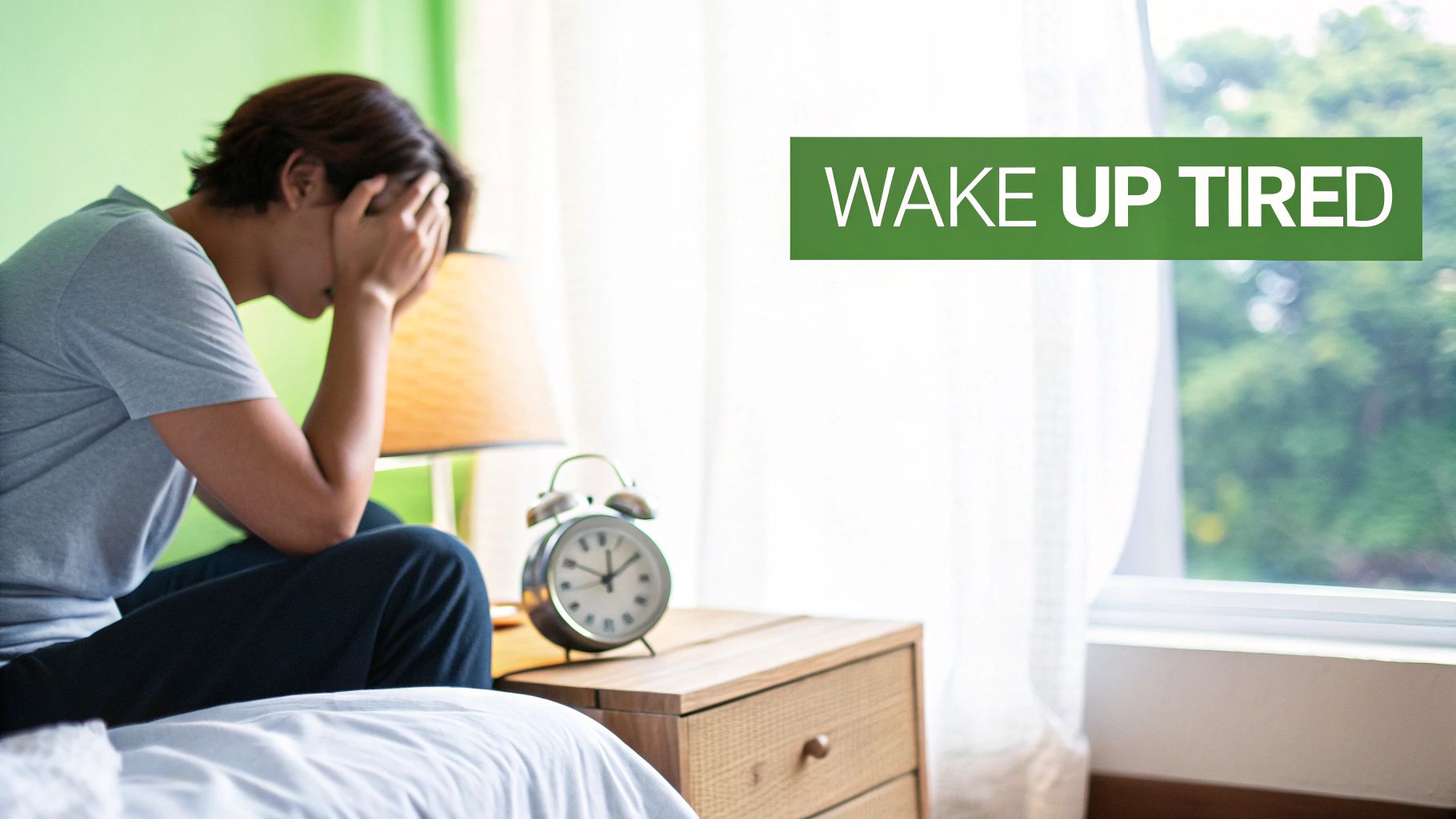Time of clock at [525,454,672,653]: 12:09
